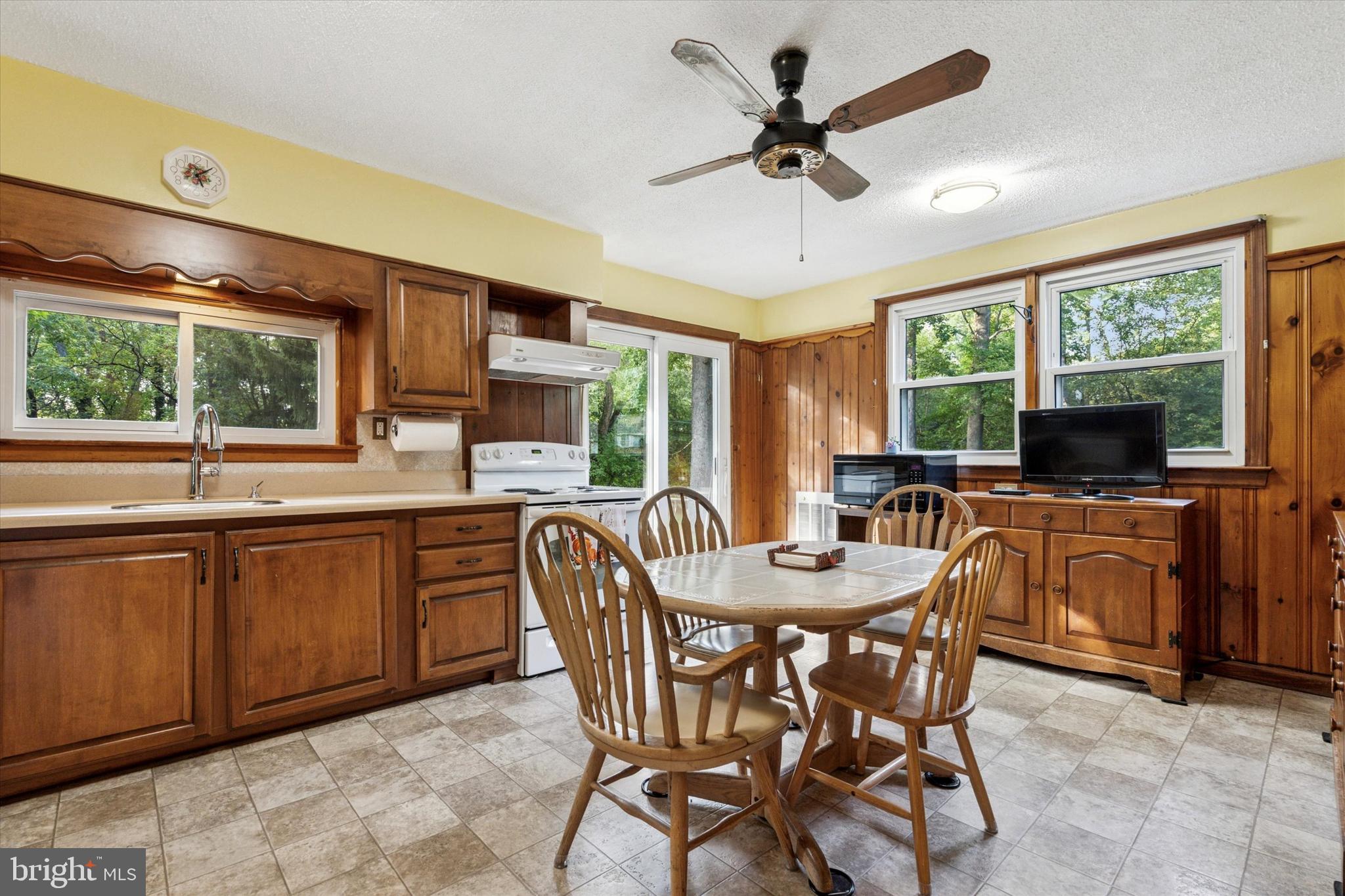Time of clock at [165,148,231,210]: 5:08
